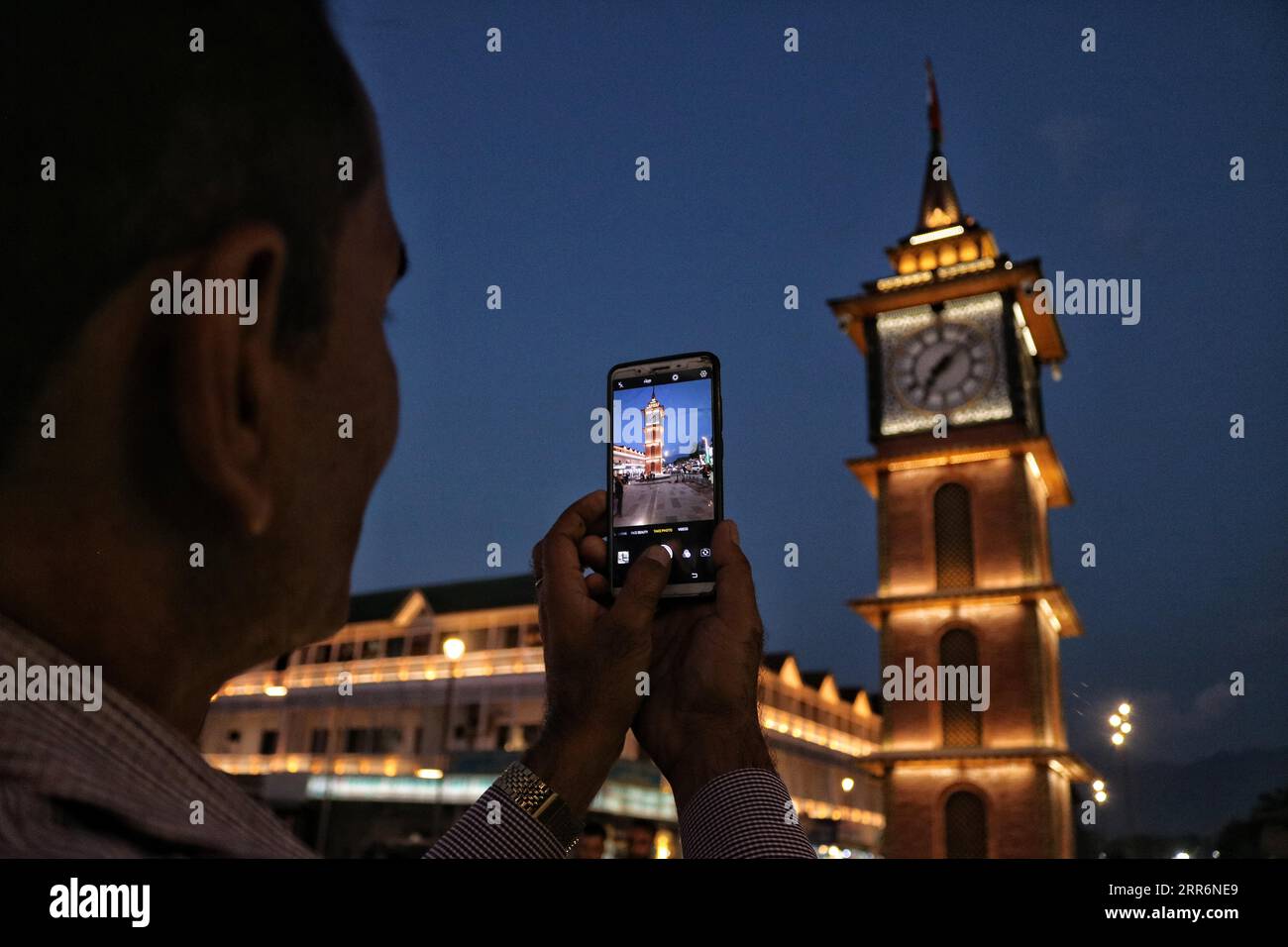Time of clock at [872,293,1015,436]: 7:08
